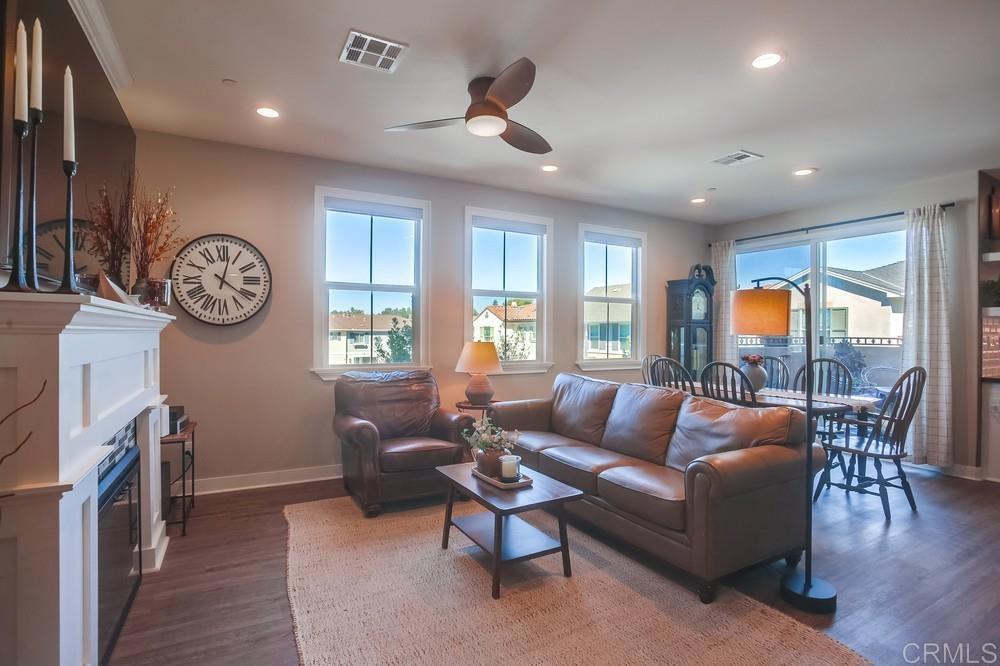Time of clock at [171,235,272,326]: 4:02
